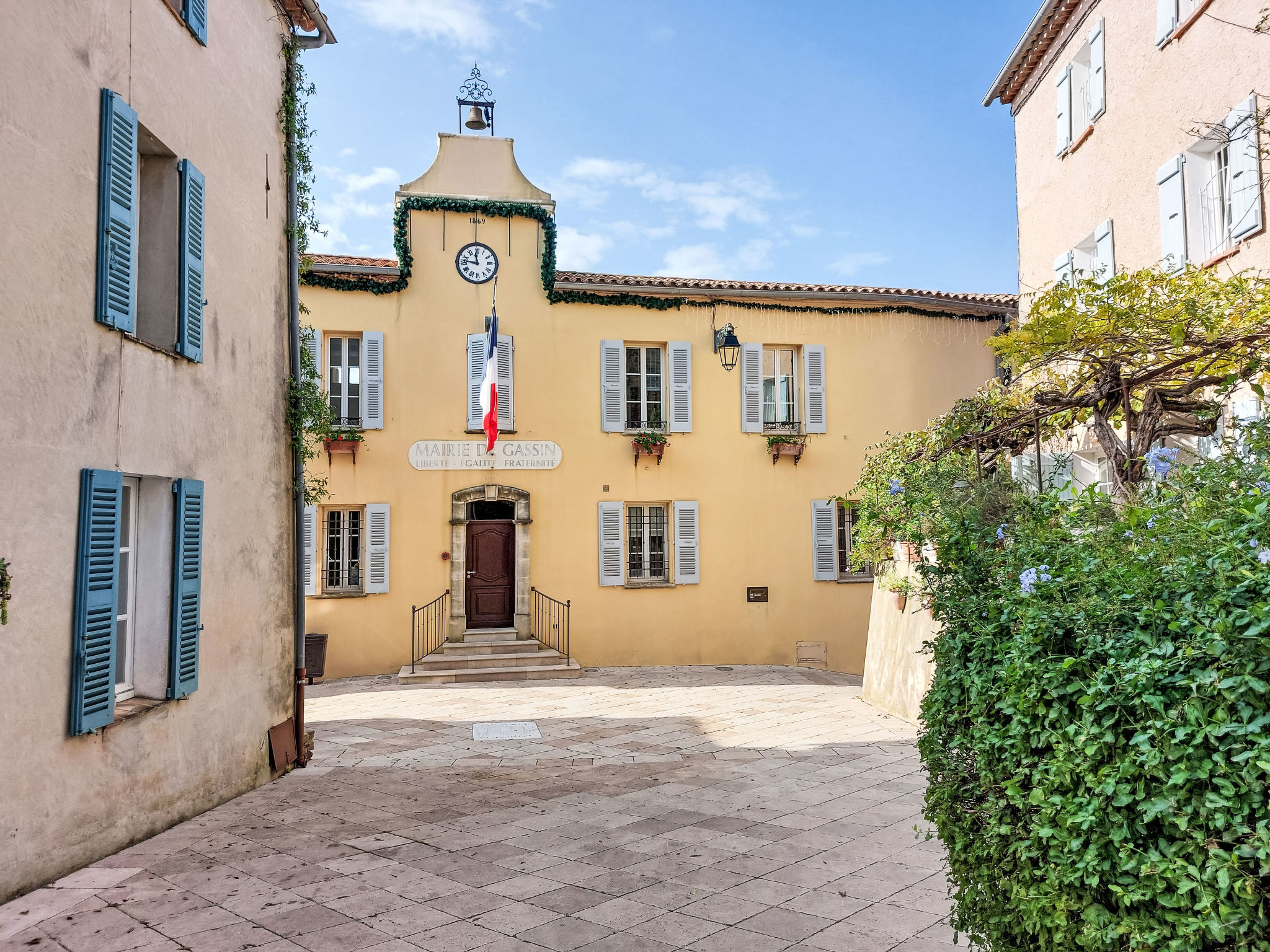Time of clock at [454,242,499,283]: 11:46
